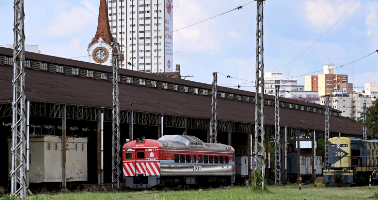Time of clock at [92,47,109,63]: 11:32
